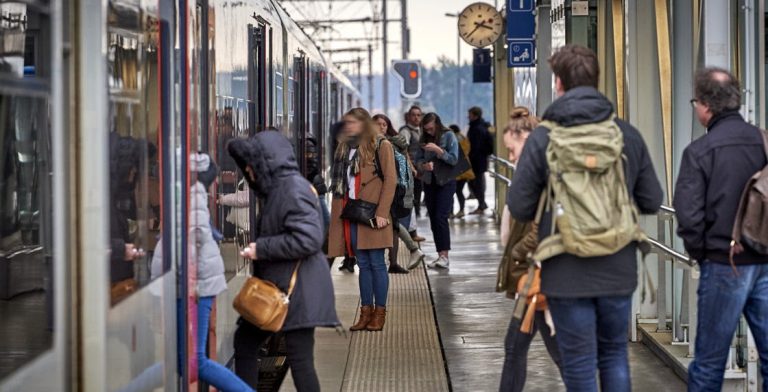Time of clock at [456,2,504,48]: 3:37
